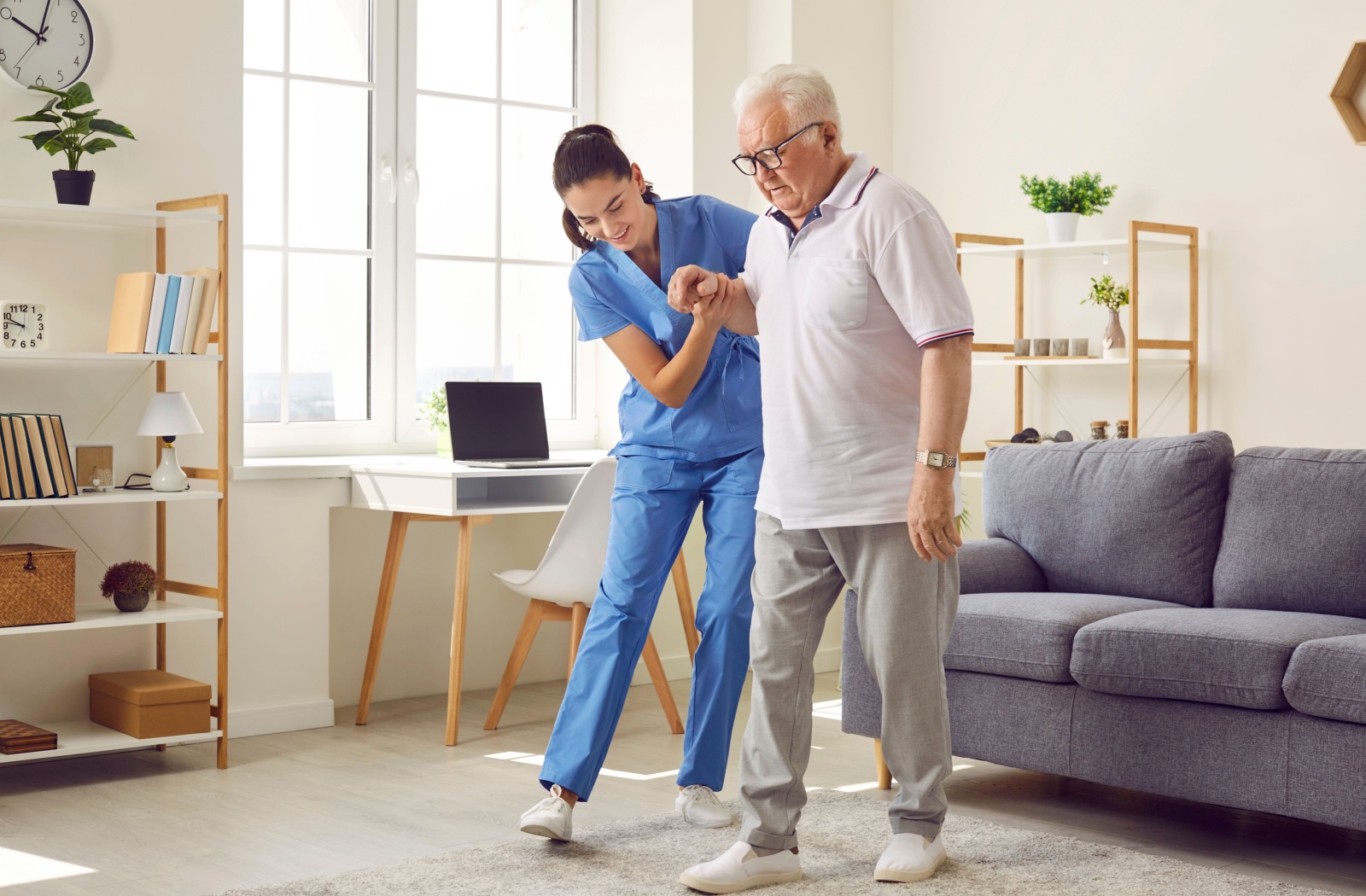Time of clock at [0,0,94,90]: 10:03
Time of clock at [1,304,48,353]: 9:46
